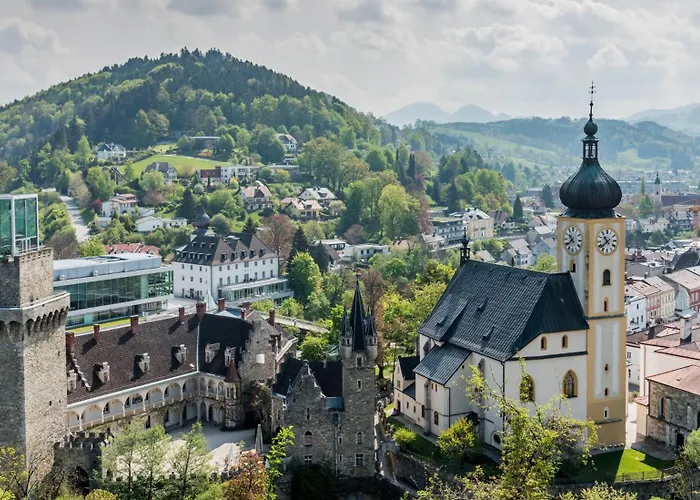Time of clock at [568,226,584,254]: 10:38
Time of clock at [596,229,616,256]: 10:38
